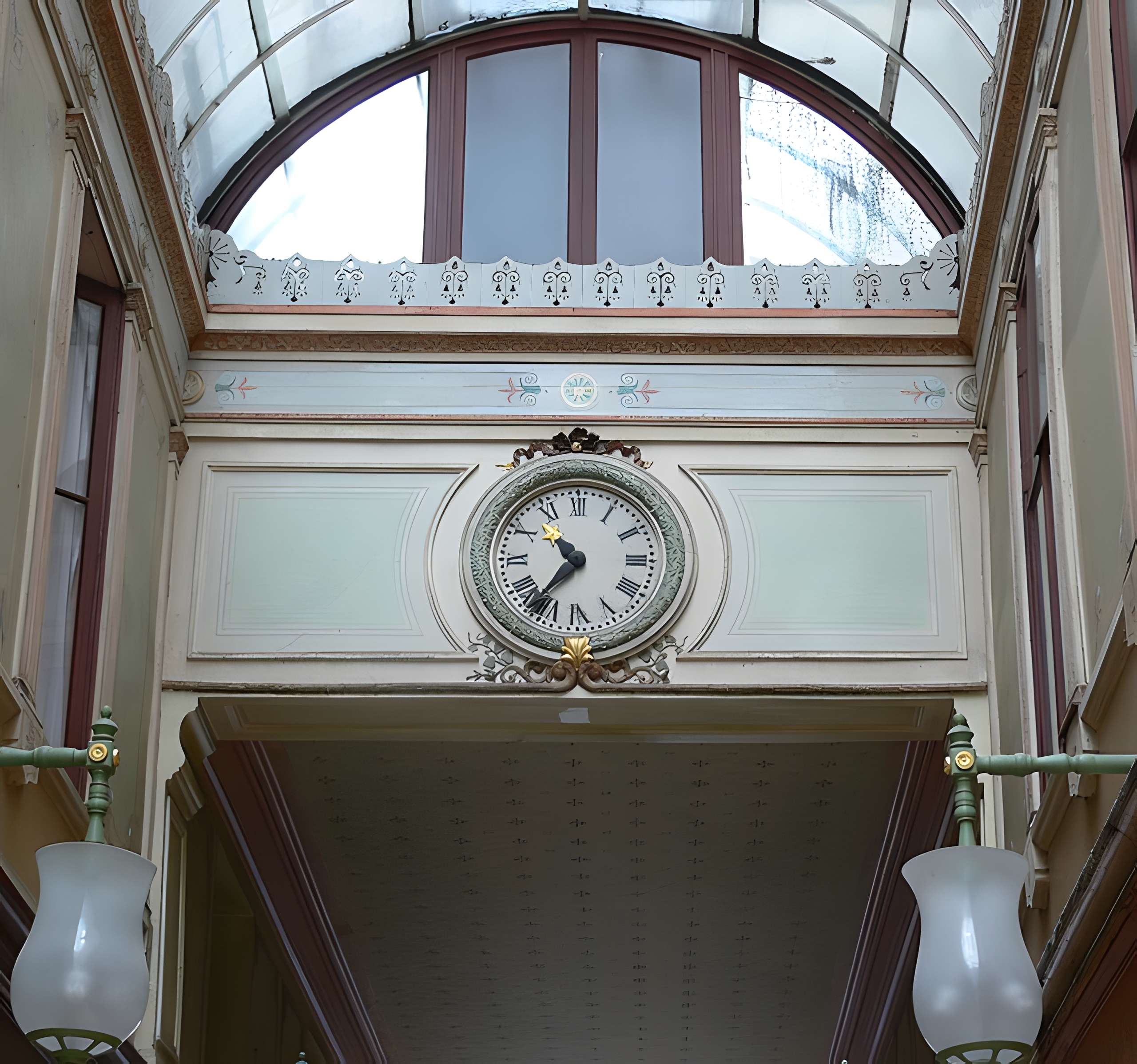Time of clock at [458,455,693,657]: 10:36
